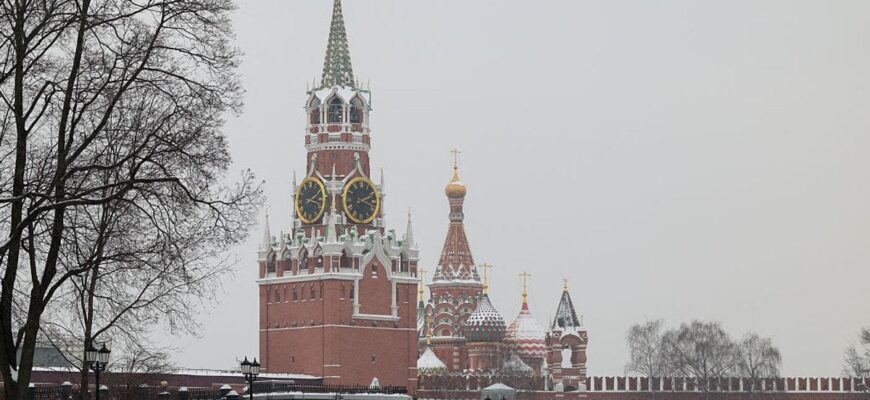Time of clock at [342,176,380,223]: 2:18
